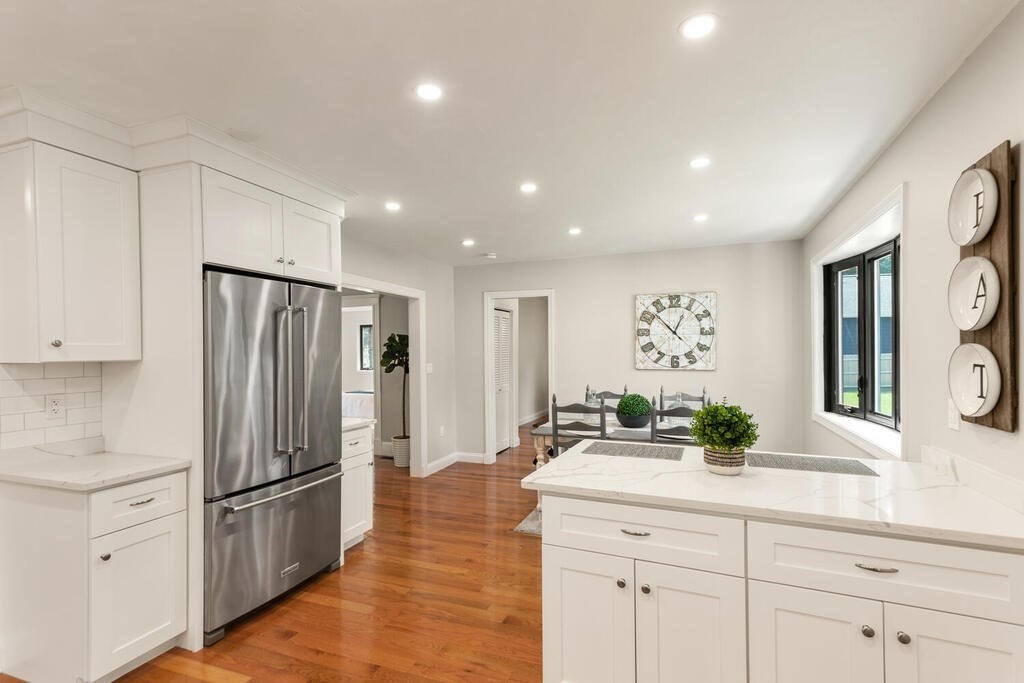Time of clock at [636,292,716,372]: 12:52
